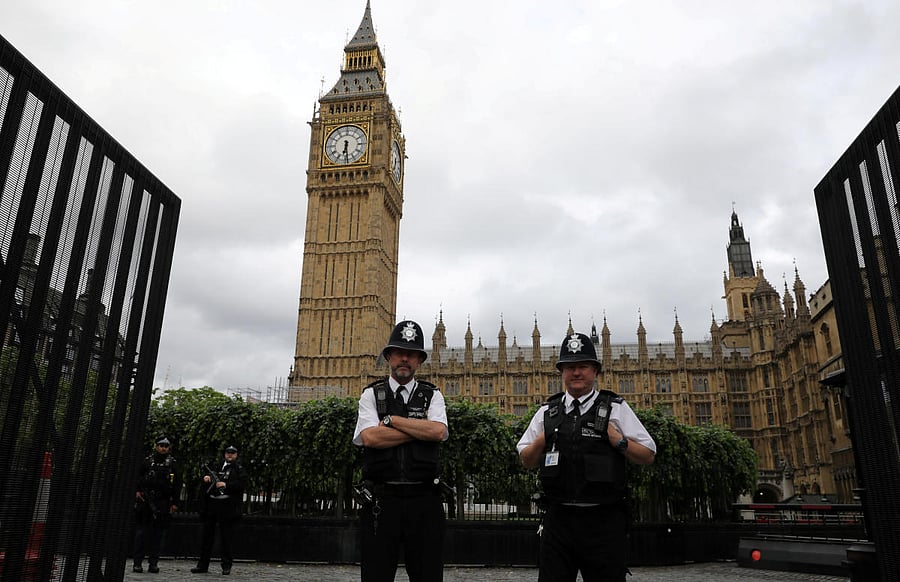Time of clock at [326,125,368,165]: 6:29
